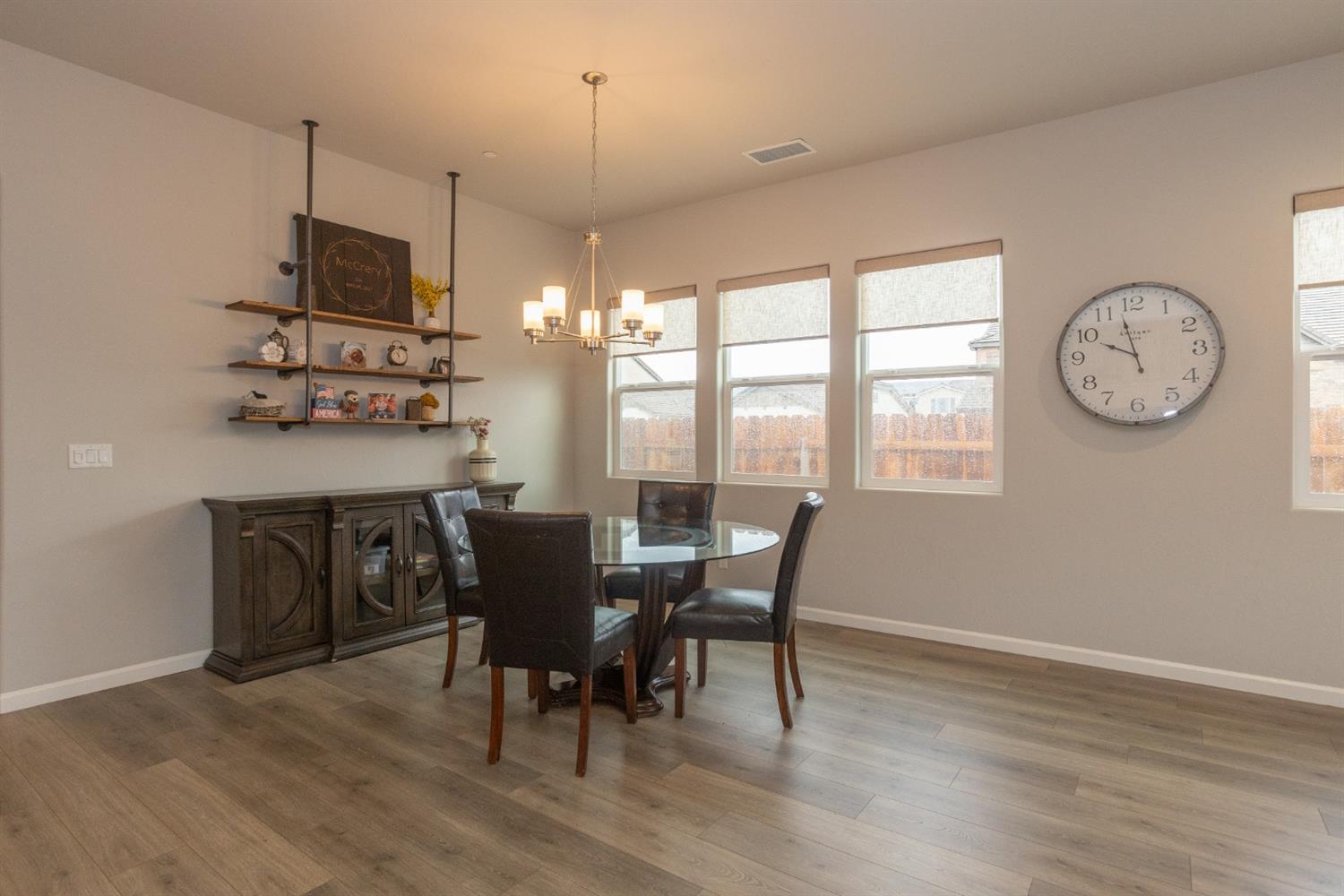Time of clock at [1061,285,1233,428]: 9:57
